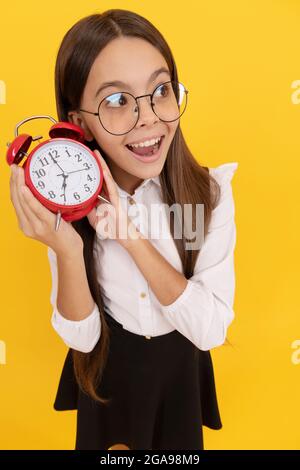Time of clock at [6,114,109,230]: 6:58
